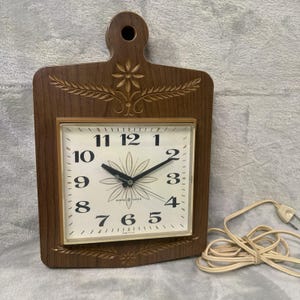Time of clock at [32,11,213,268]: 10:10
